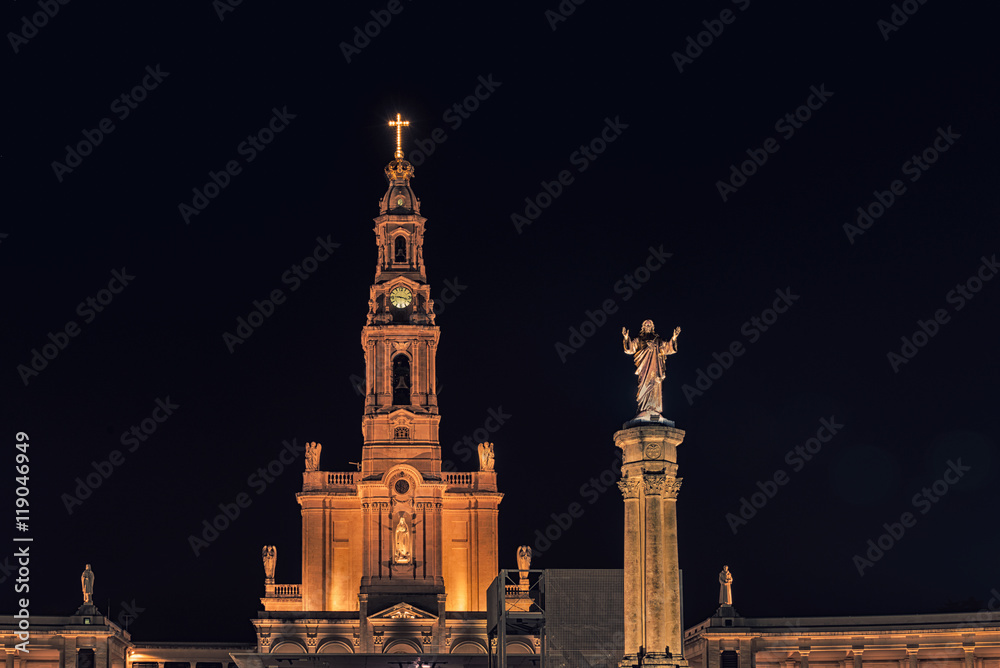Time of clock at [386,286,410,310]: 9:17
